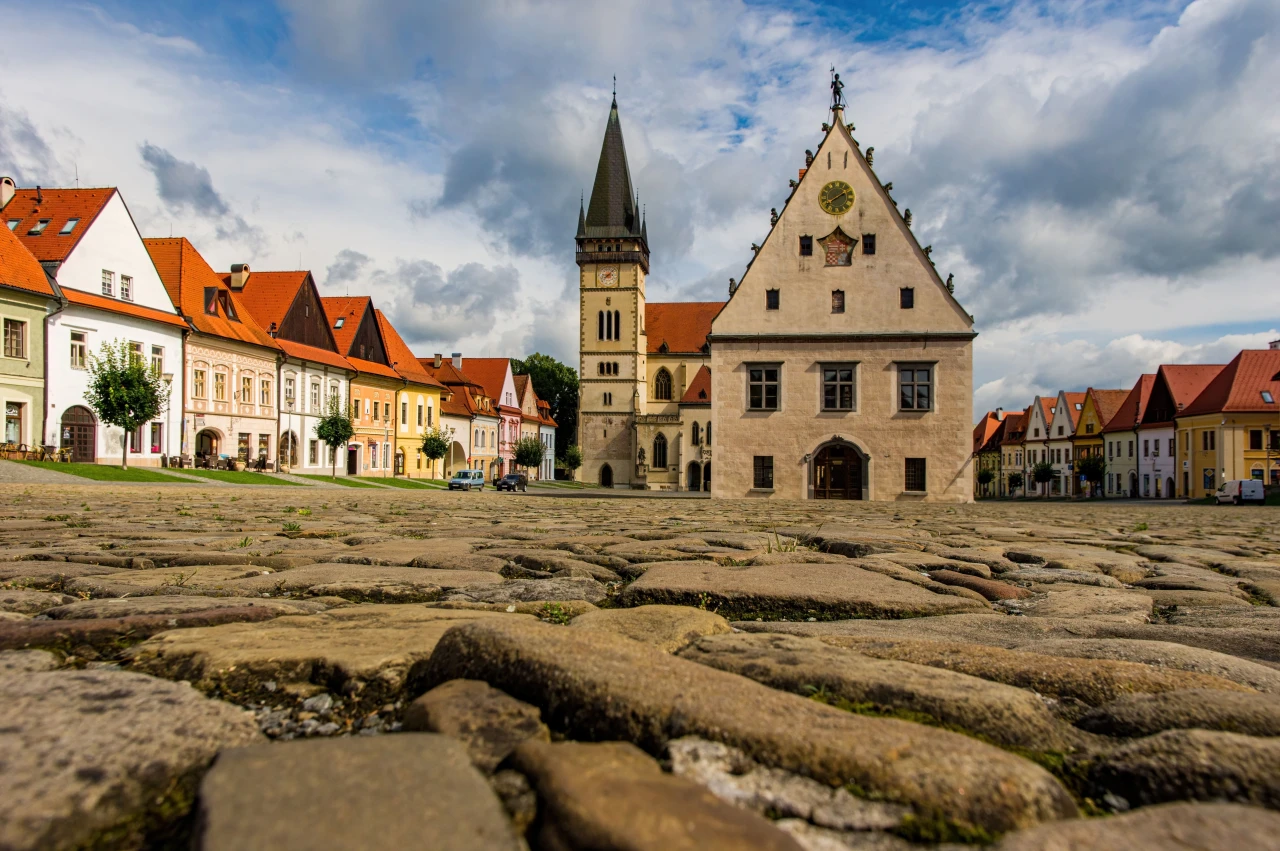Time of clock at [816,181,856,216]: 1:39
